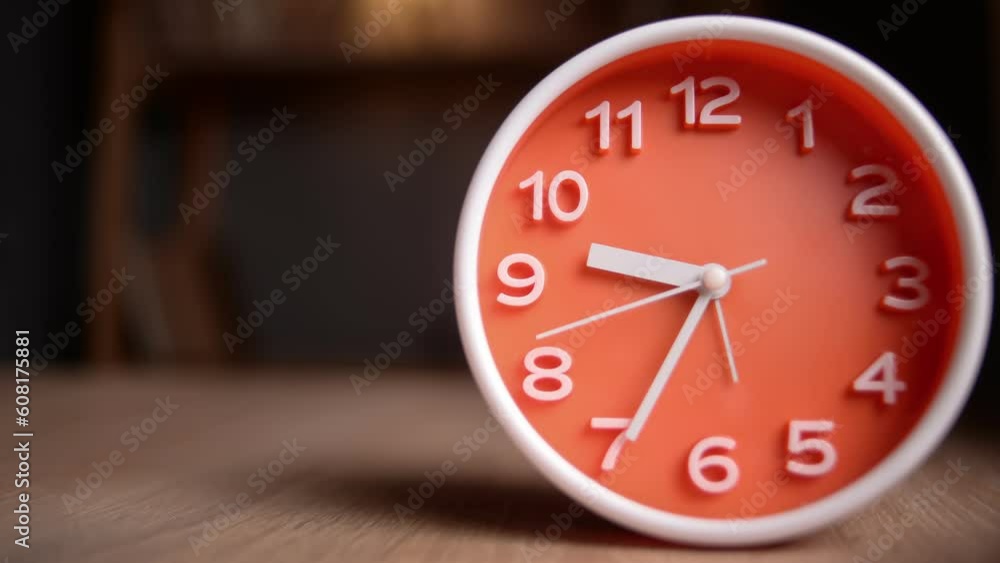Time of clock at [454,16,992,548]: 9:34
